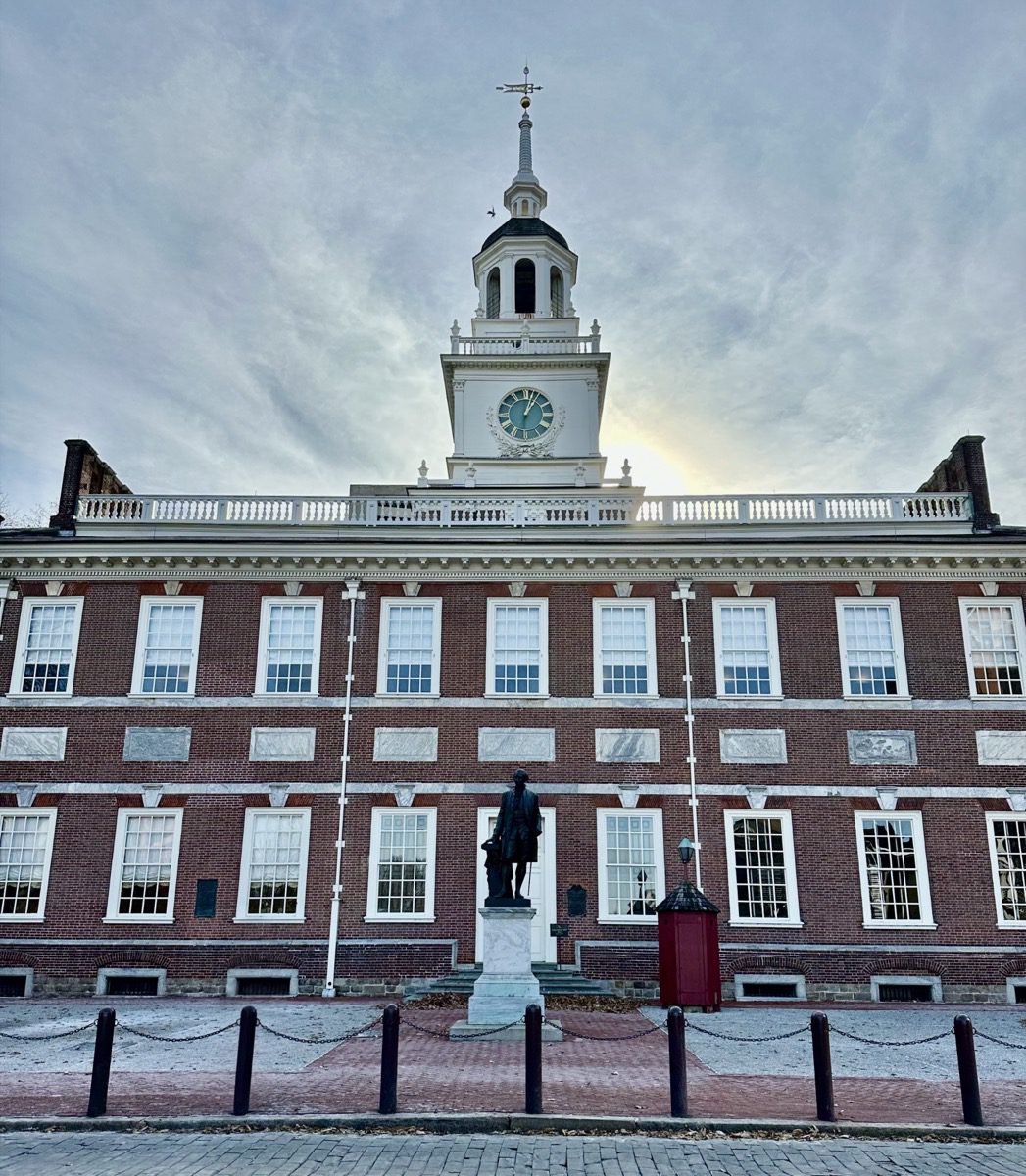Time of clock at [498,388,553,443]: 1:02
